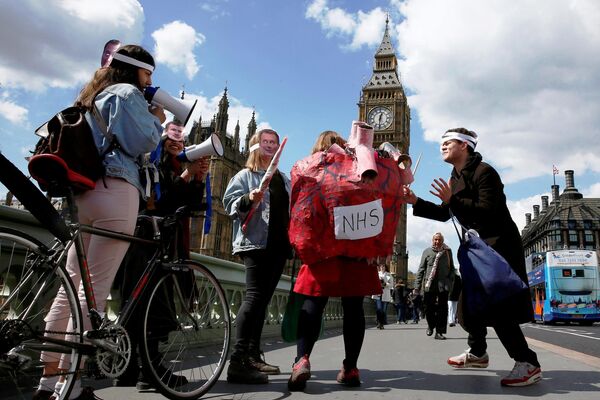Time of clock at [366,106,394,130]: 12:30
